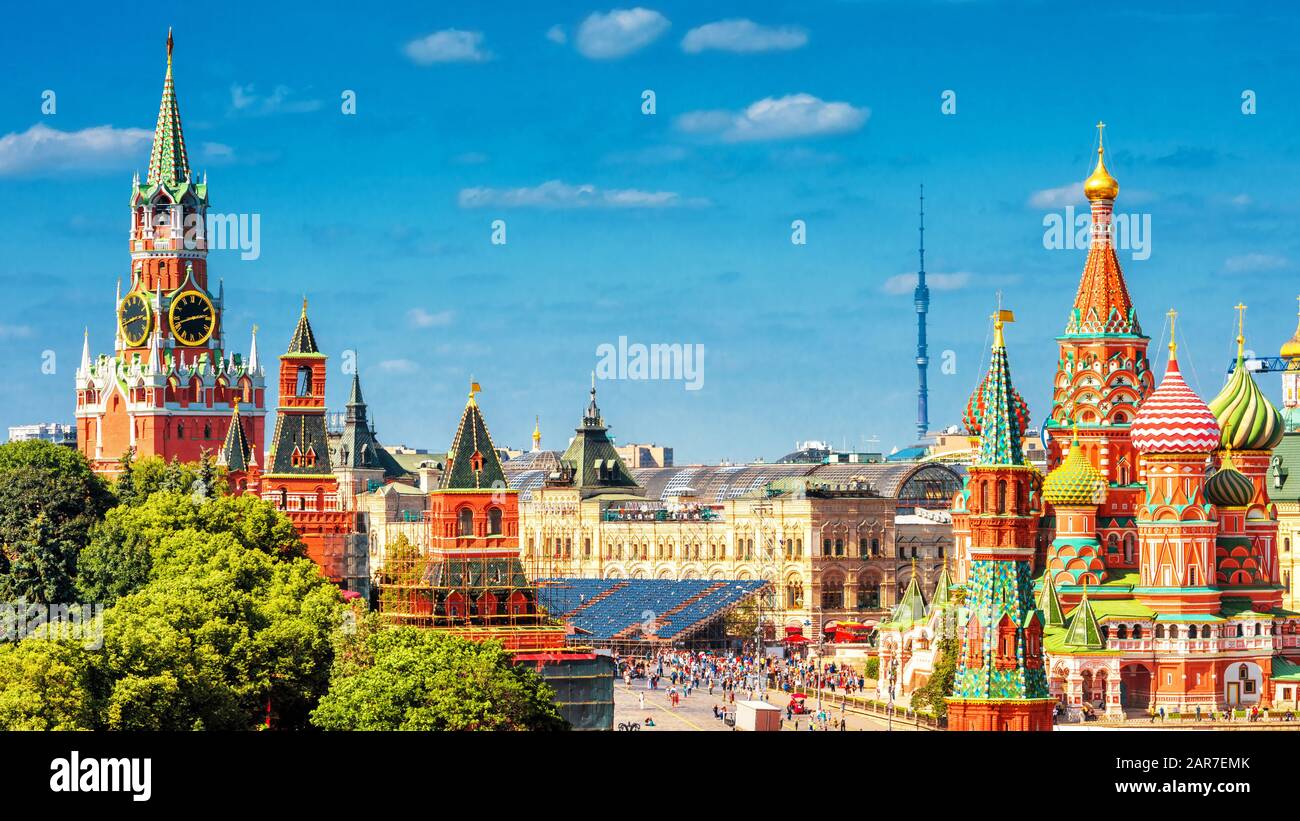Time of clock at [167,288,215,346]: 2:42
